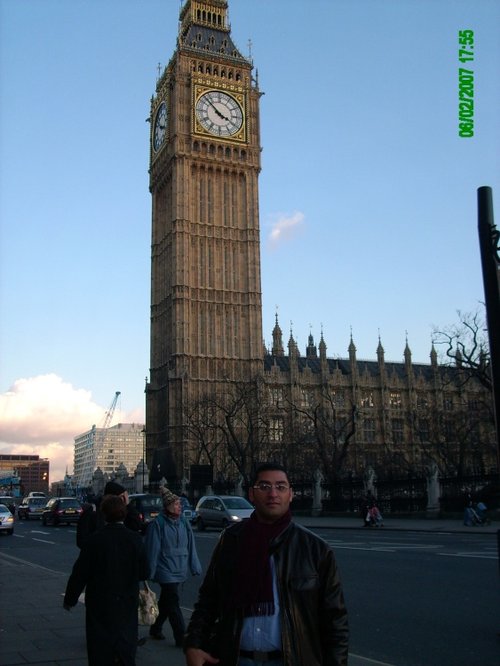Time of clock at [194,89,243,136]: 3:52
